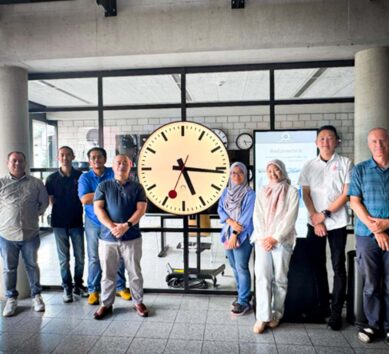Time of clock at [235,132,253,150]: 5:15
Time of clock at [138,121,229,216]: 5:15
